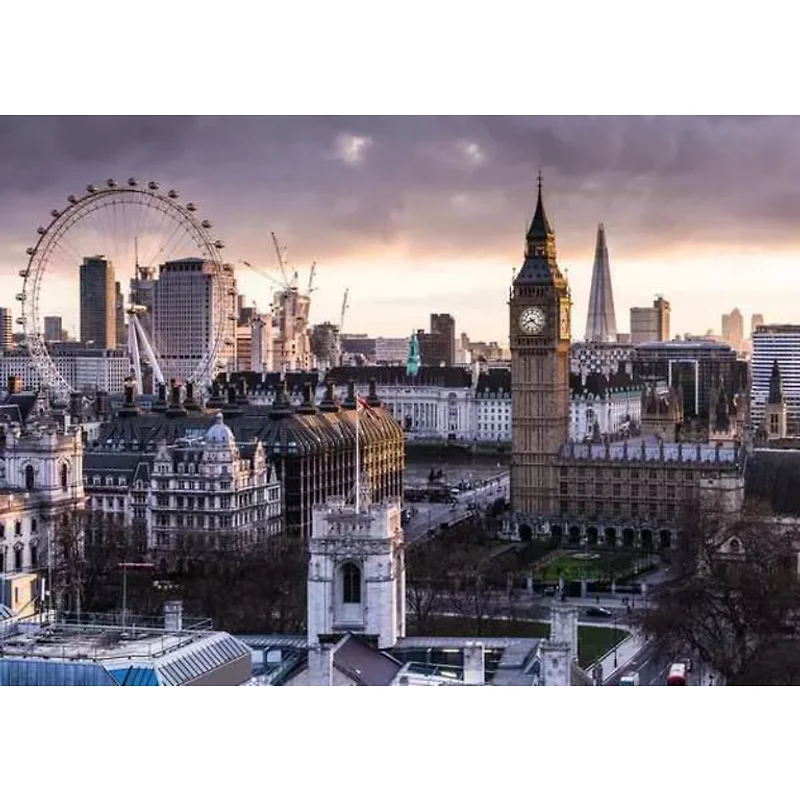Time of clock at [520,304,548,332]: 8:21
